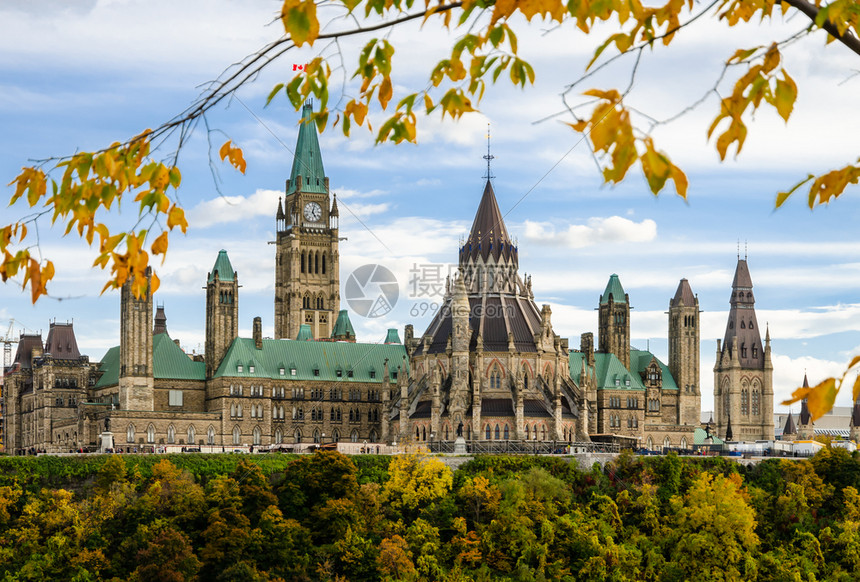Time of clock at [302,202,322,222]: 5:02
